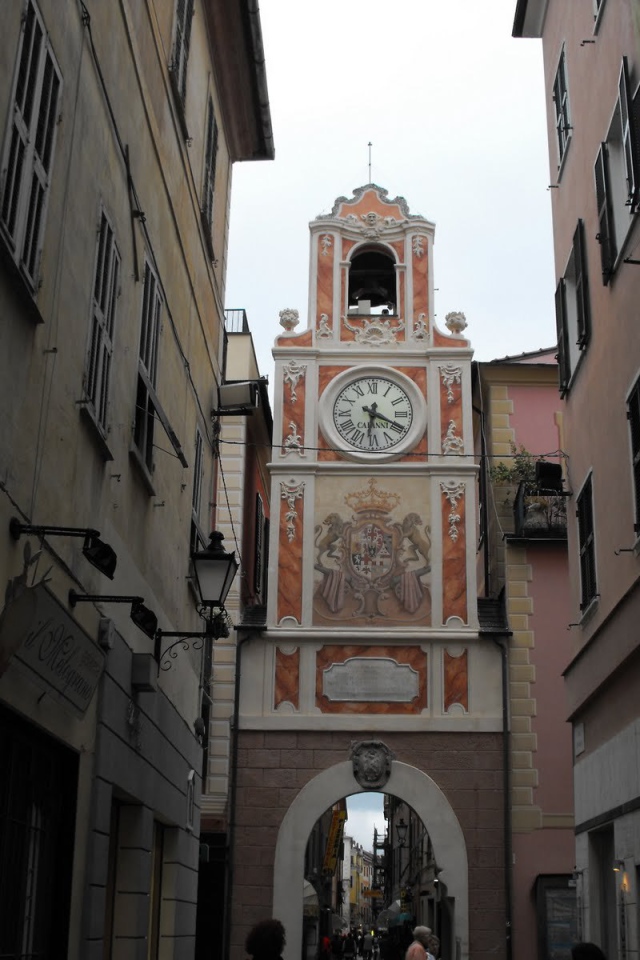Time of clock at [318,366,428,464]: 6:19
